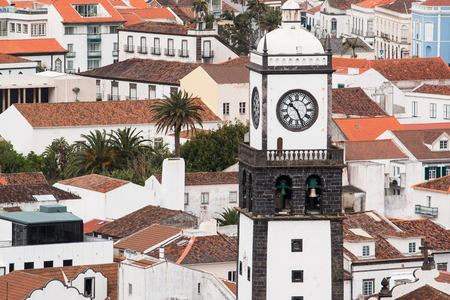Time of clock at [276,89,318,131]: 10:26
